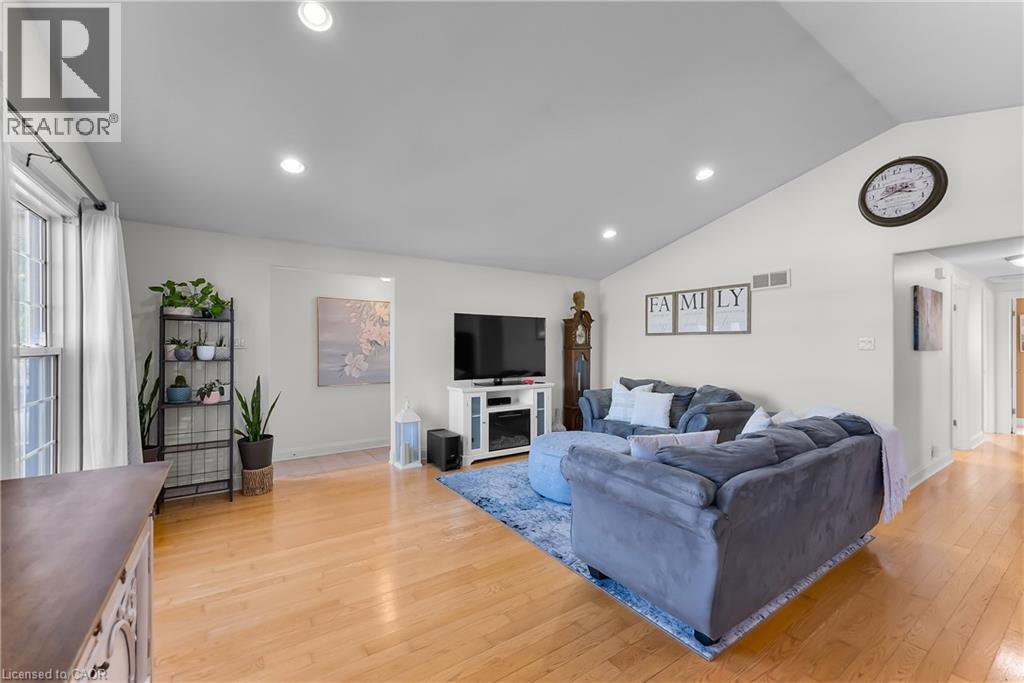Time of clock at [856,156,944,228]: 3:42
